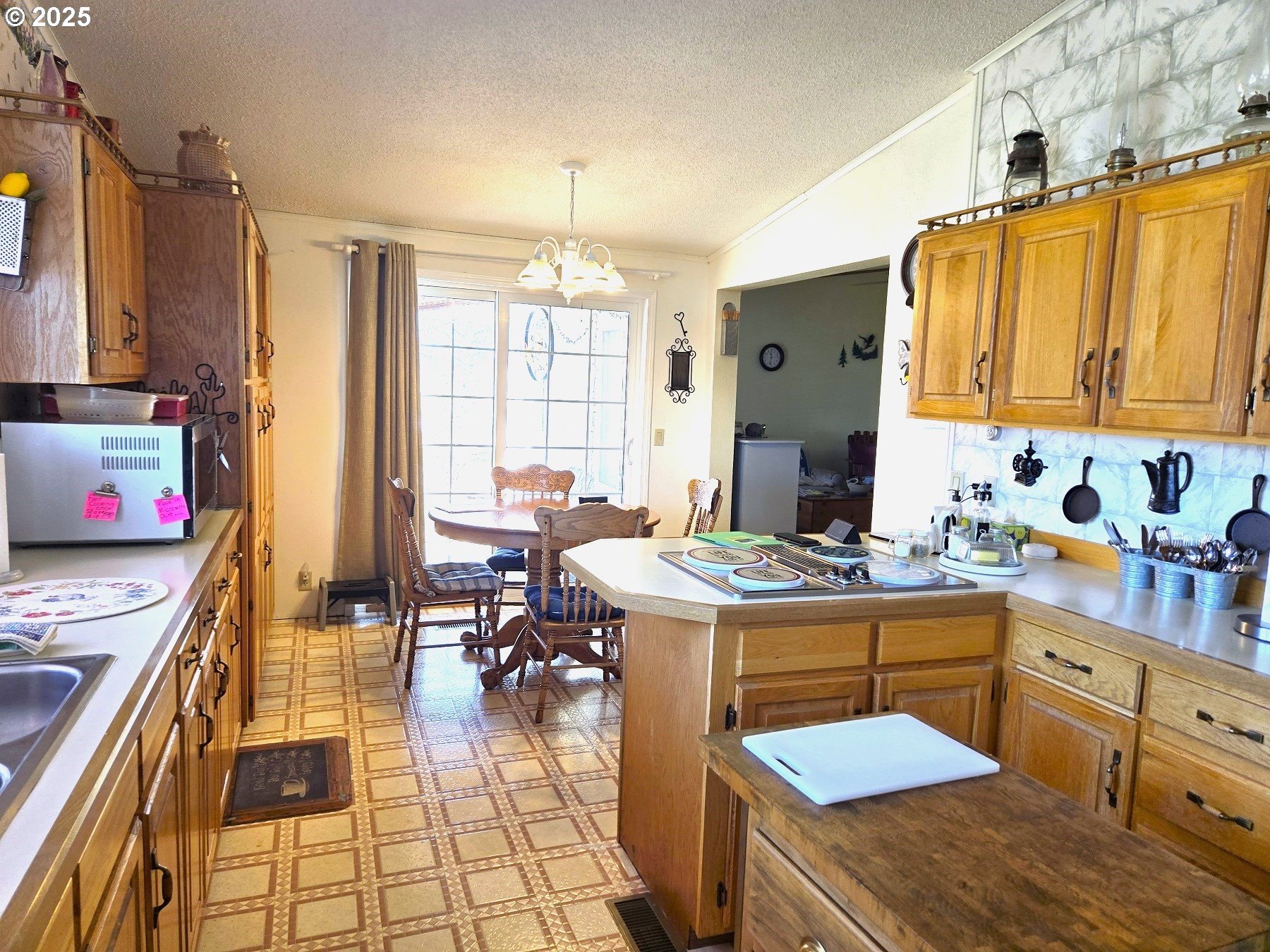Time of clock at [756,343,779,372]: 11:32
